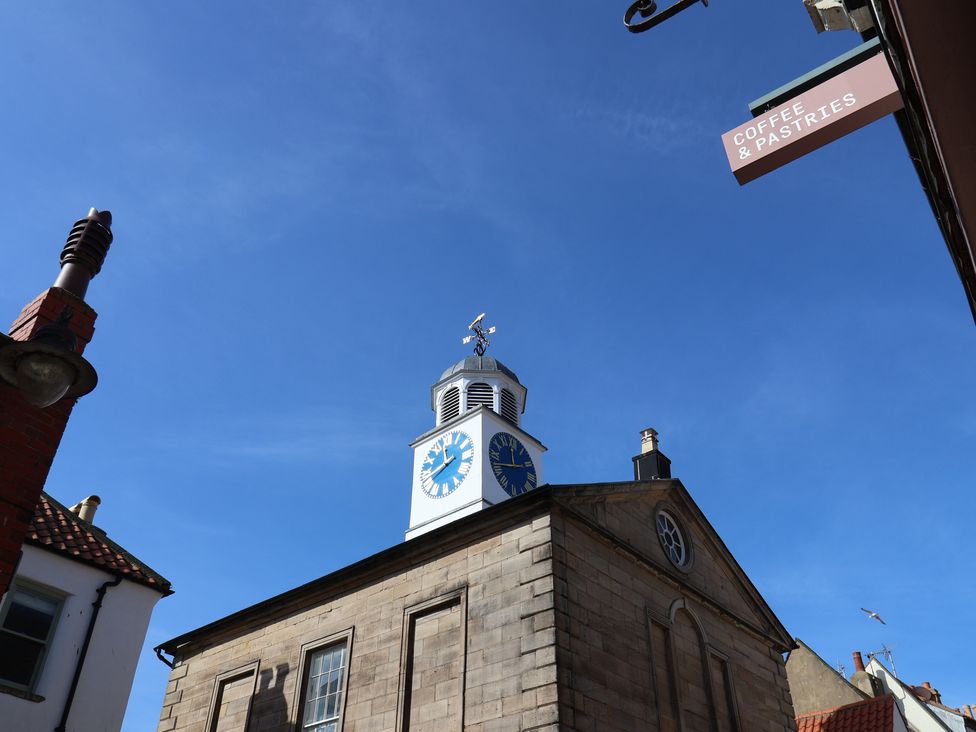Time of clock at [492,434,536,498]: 11:41
